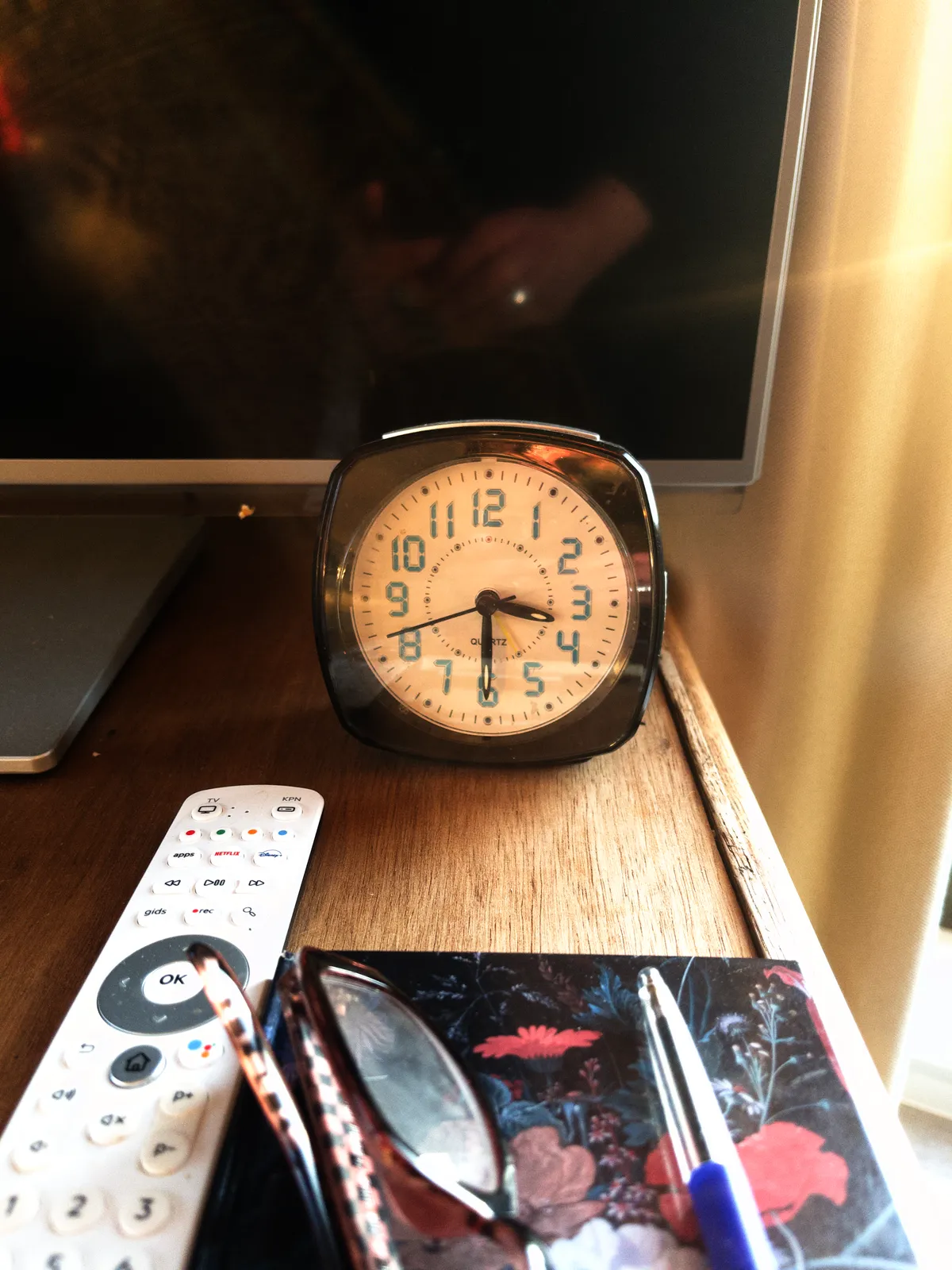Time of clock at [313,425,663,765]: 3:29
